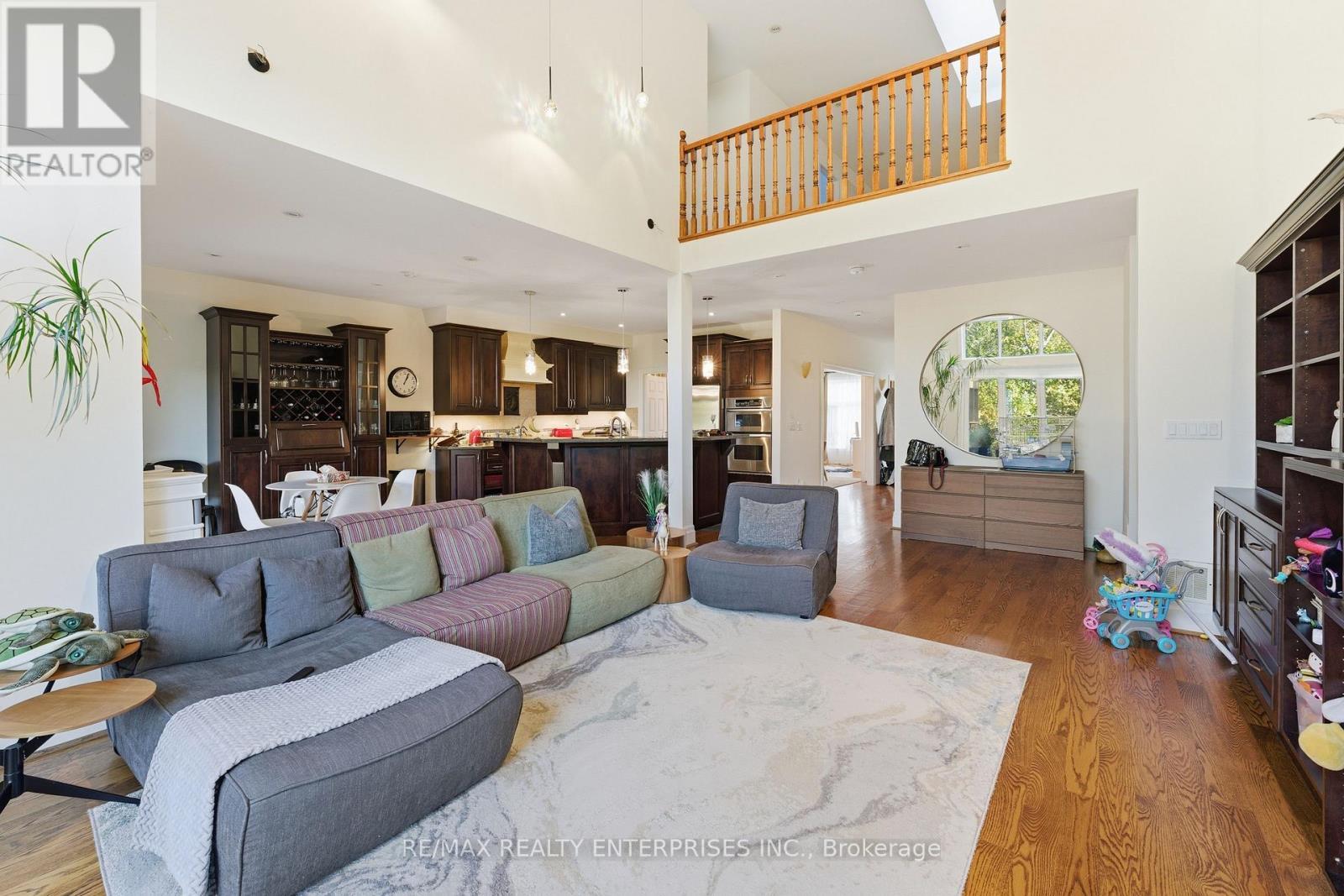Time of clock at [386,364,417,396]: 1:03
